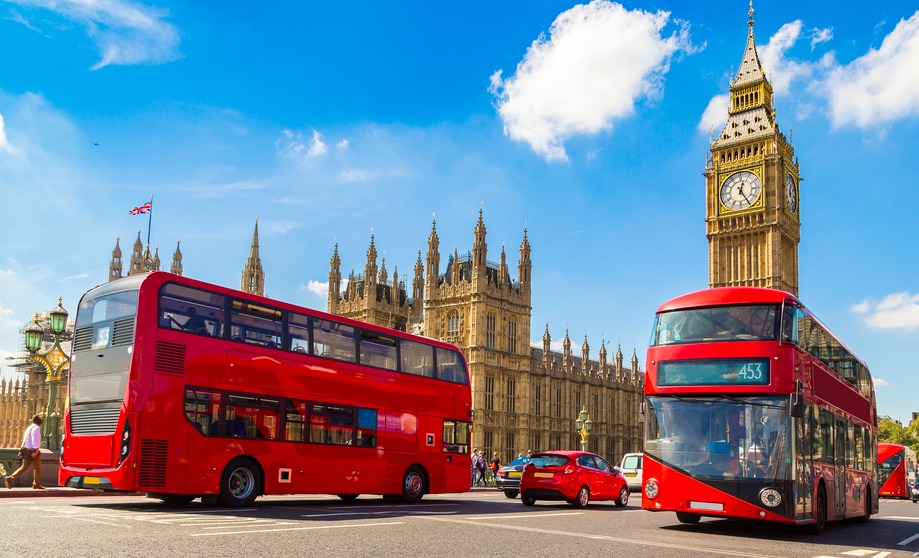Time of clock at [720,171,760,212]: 12:24
